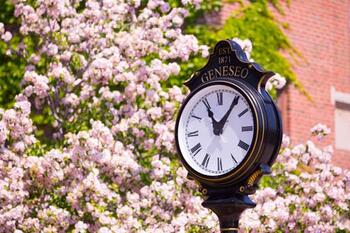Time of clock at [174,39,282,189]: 11:06
